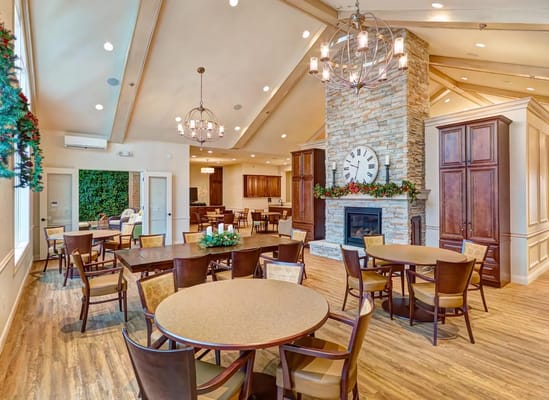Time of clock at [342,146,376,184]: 9:32
